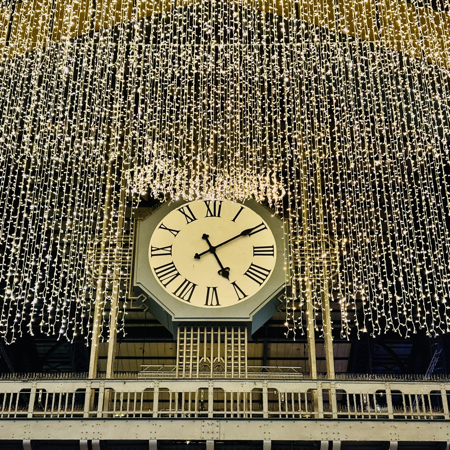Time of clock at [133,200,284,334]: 5:09
